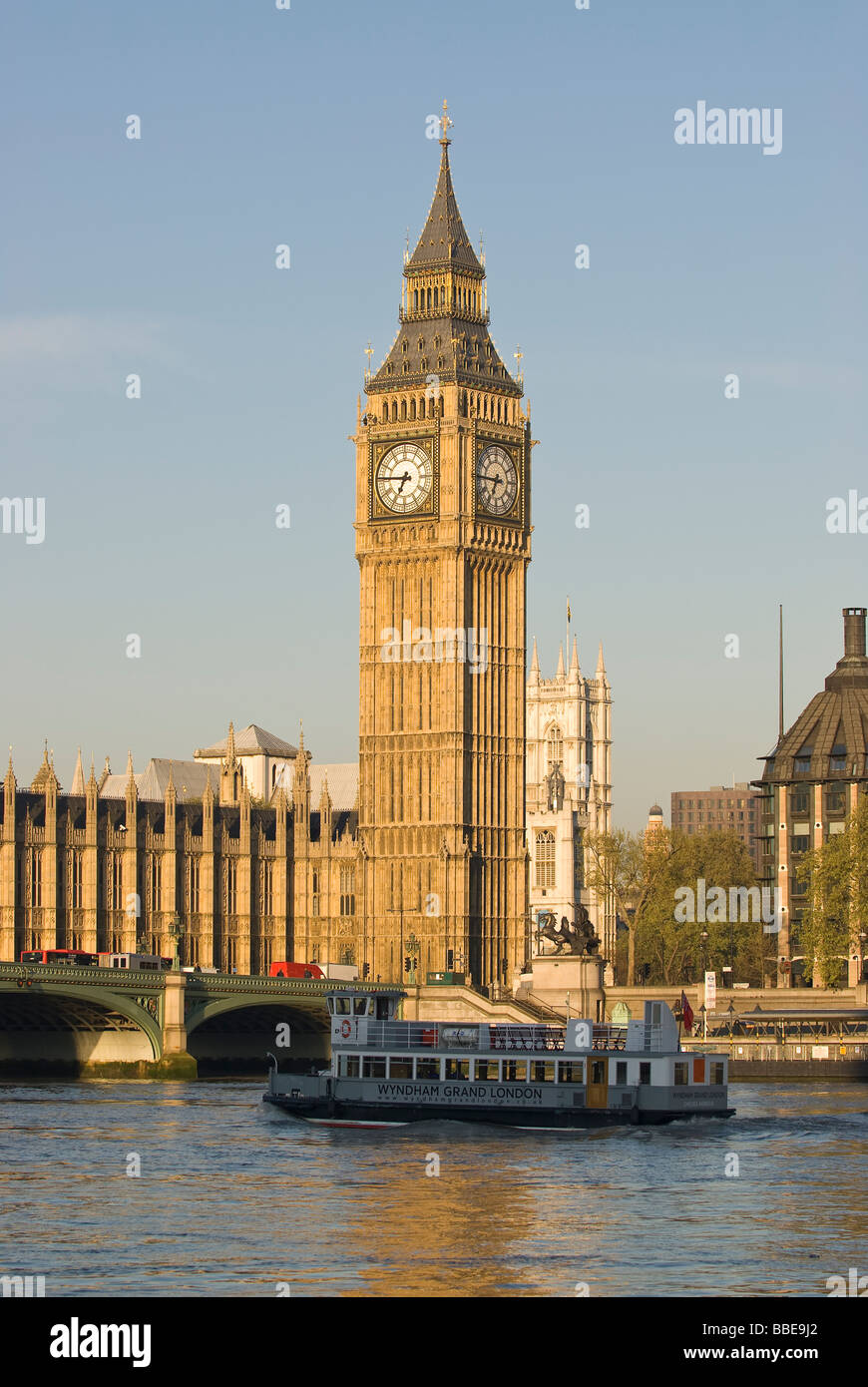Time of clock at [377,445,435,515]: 6:45
